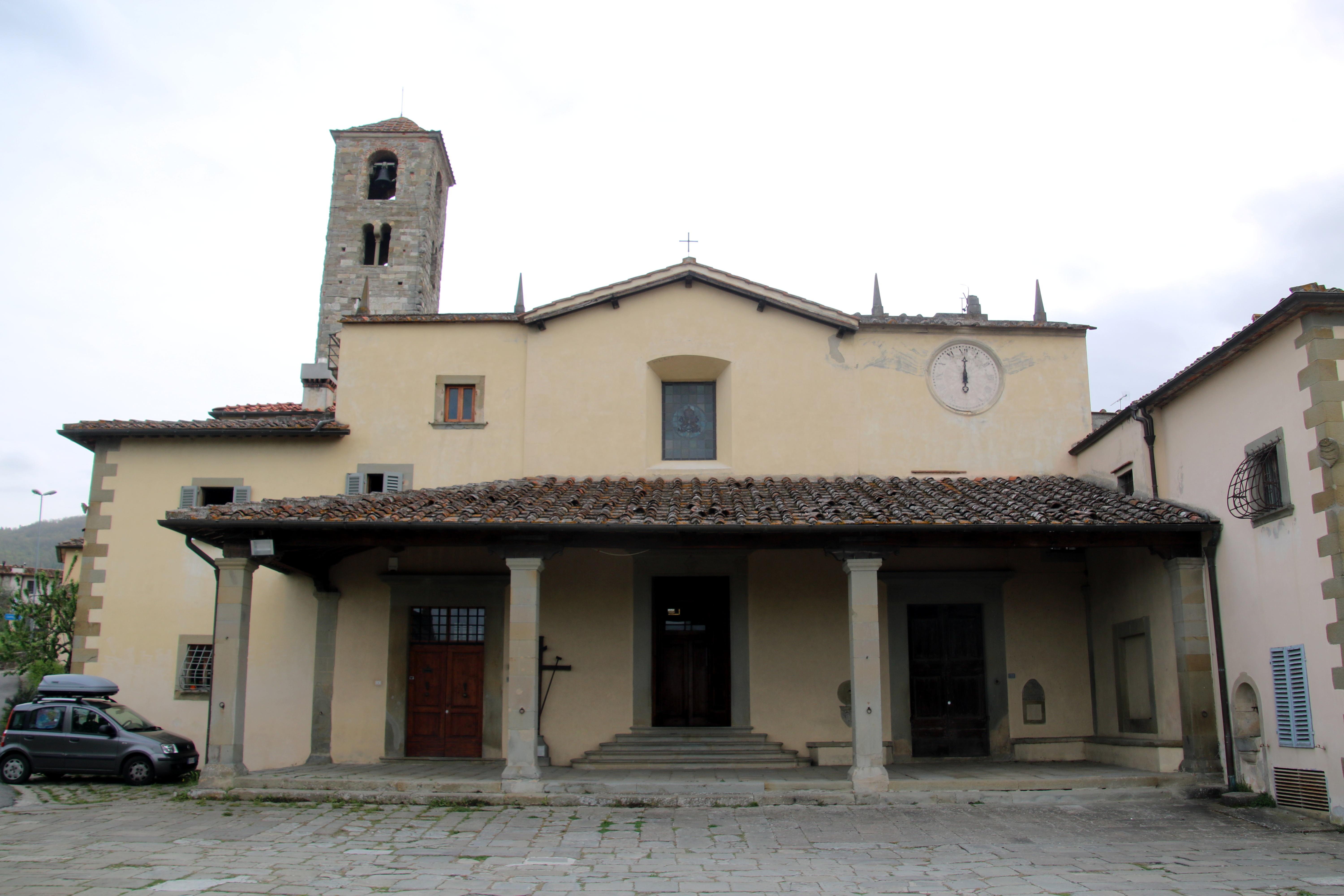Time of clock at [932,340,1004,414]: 12:00
